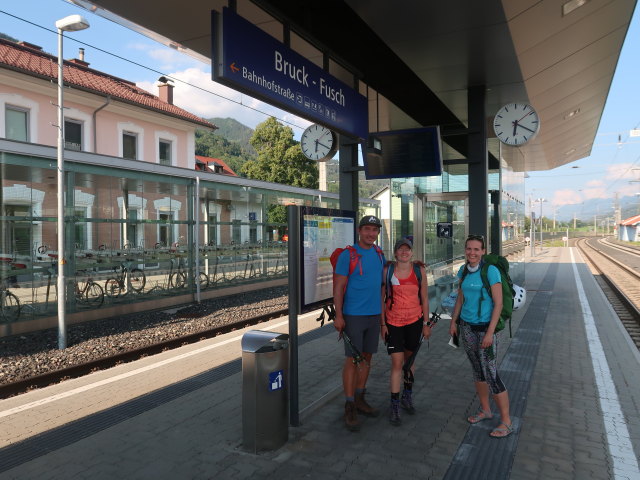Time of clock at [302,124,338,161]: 6:20
